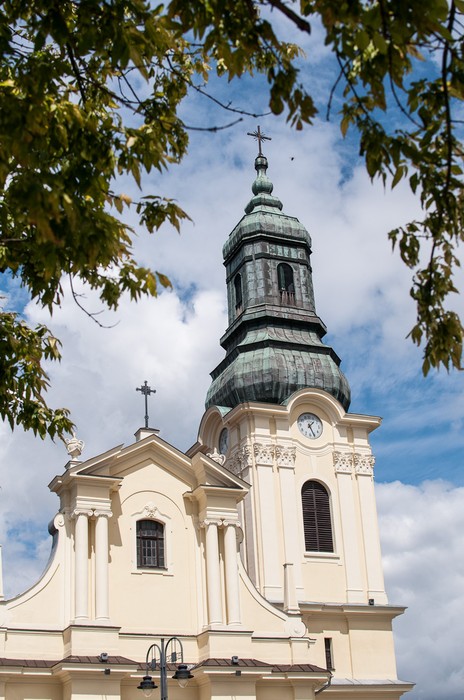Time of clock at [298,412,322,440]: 1:26
